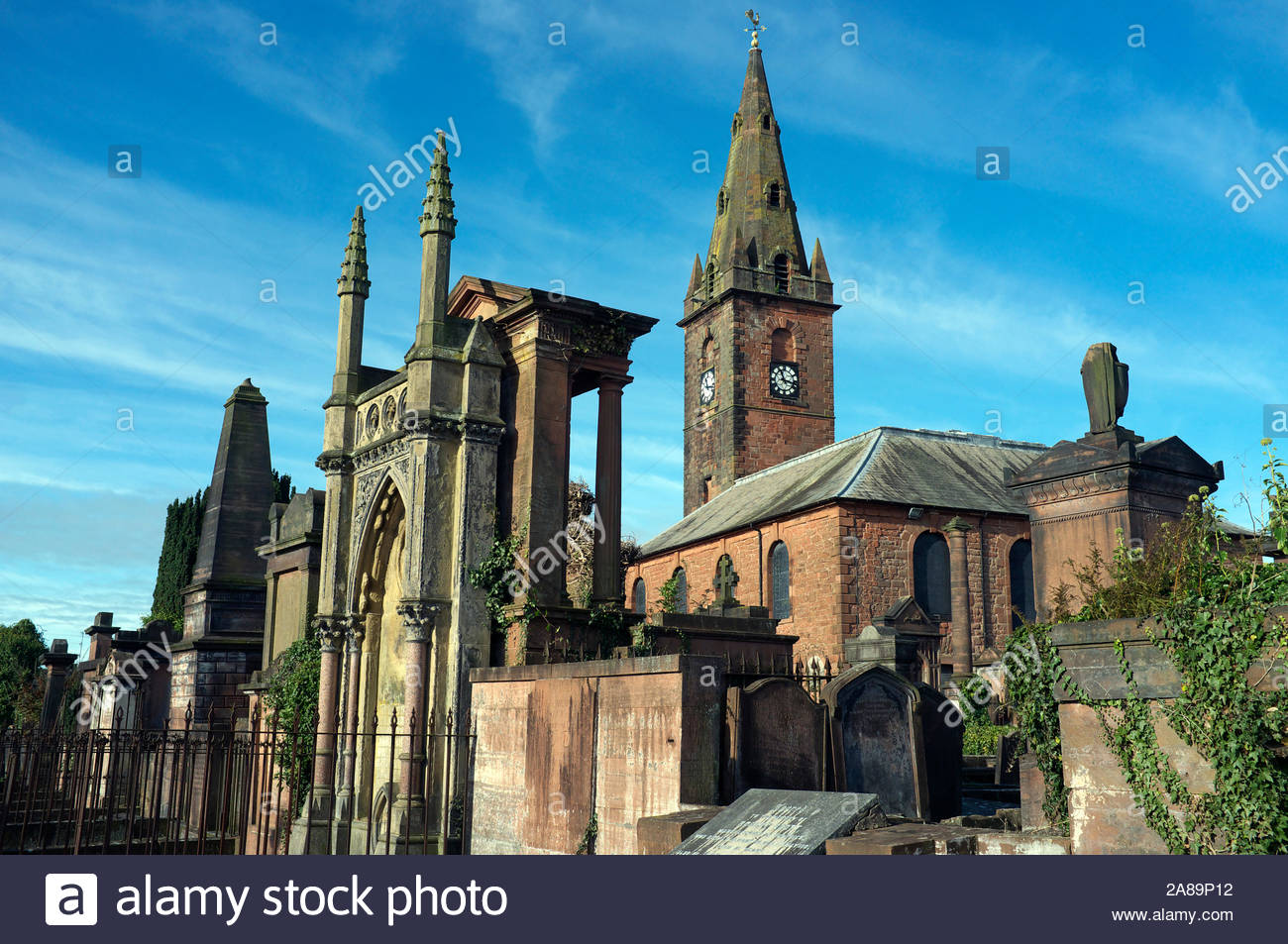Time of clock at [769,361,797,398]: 11:17
